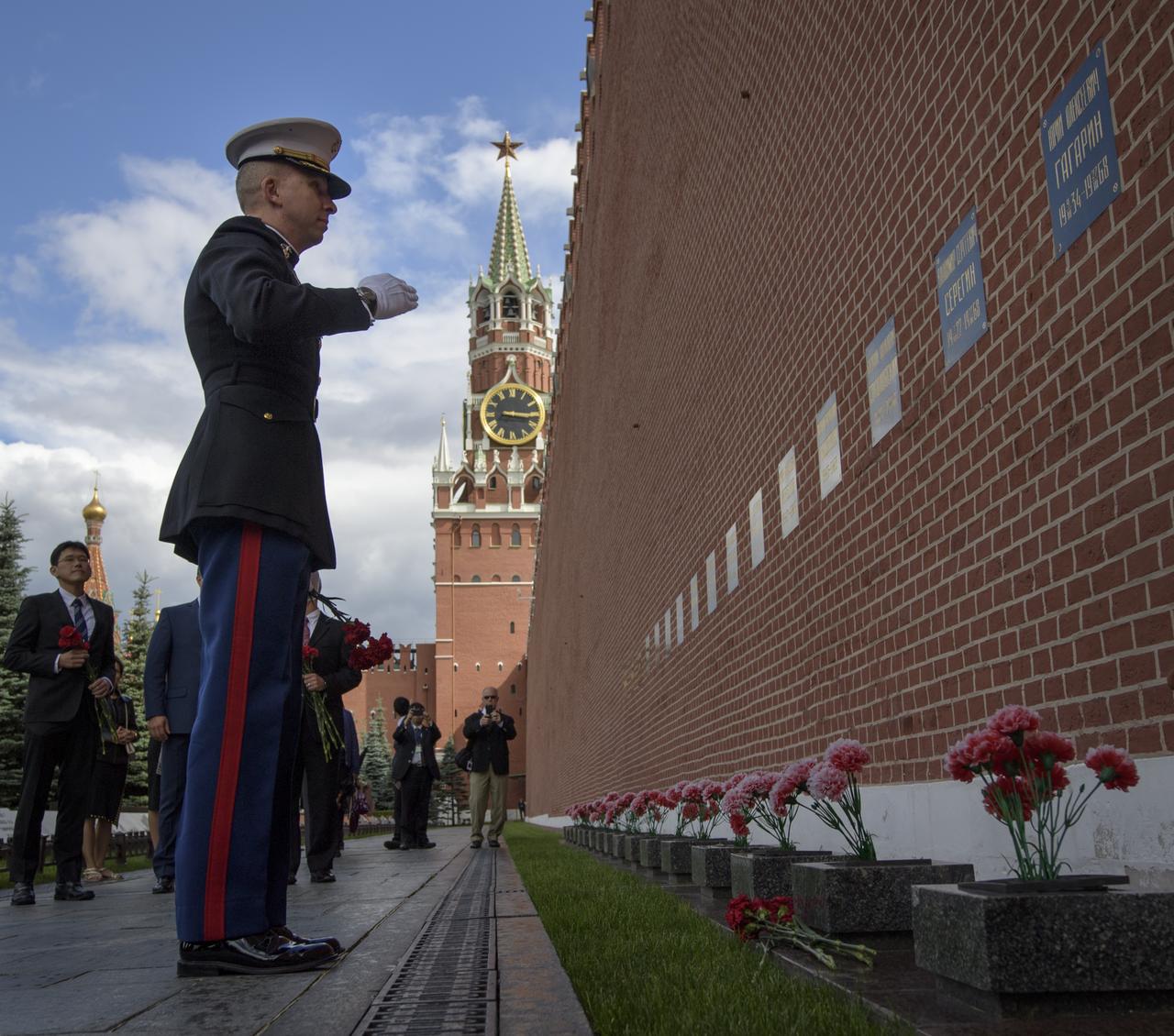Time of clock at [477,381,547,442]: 3:16
